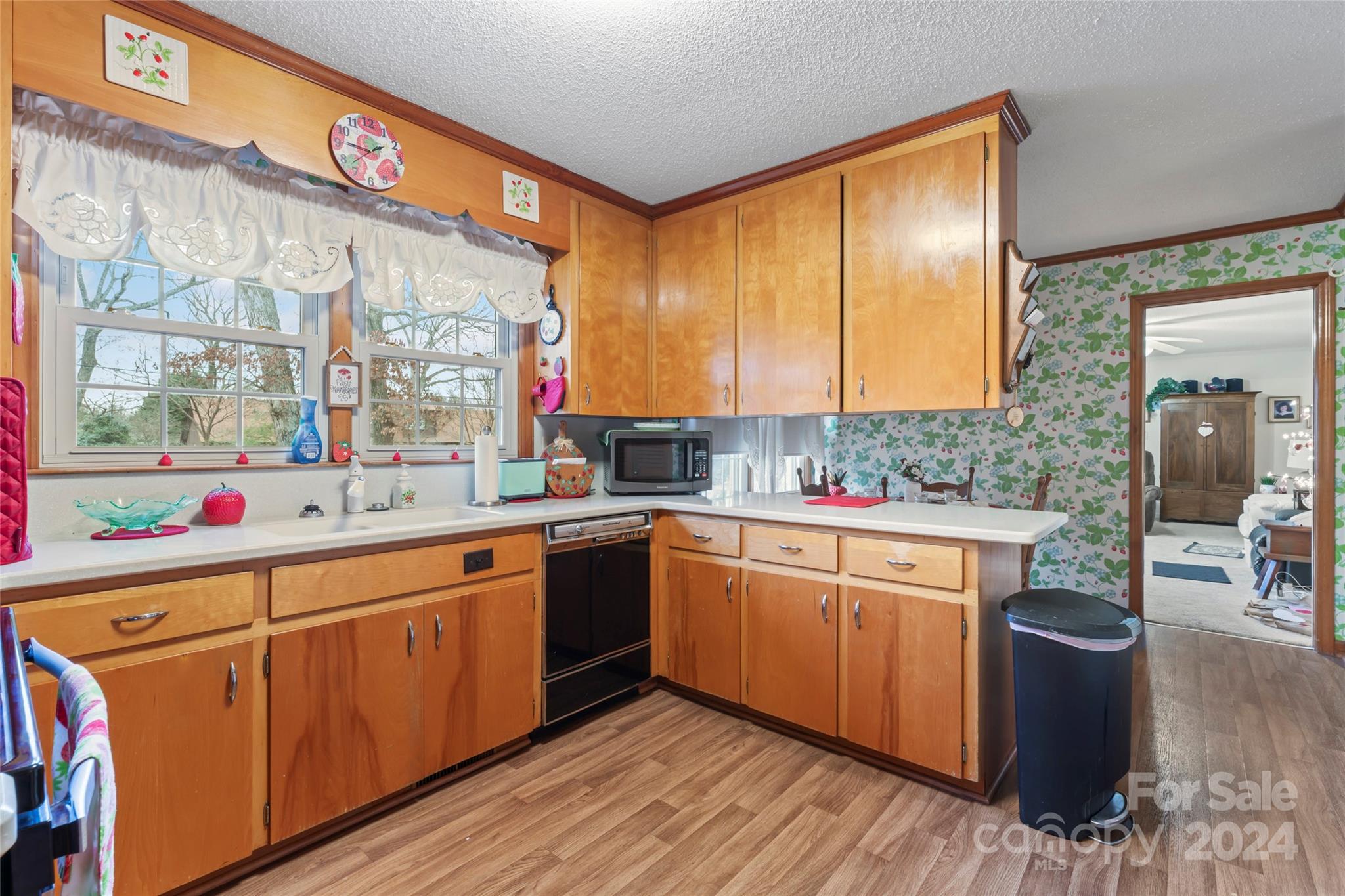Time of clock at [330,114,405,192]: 1:46
